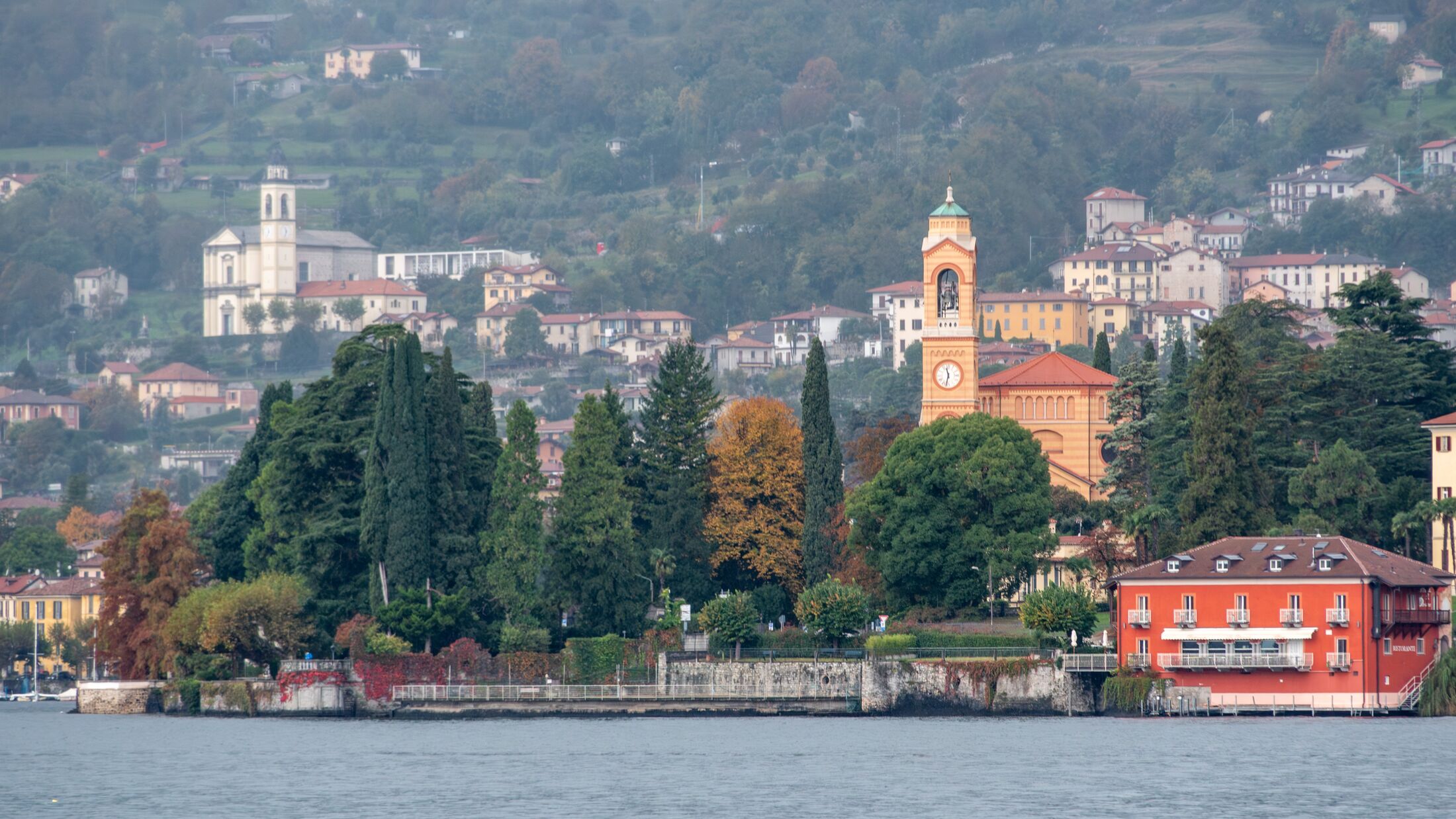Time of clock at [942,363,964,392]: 11:32
